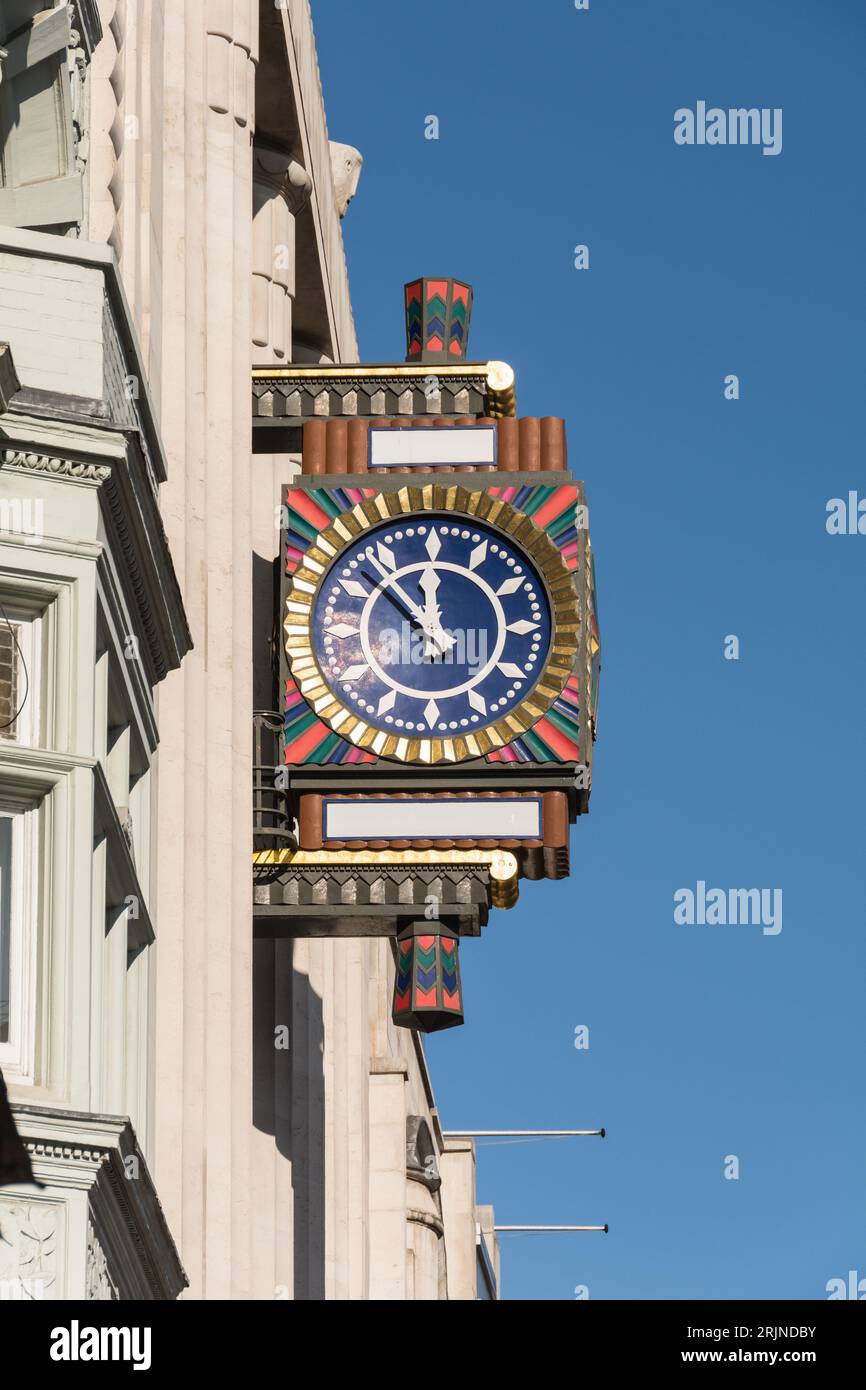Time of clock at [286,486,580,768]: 11:52
